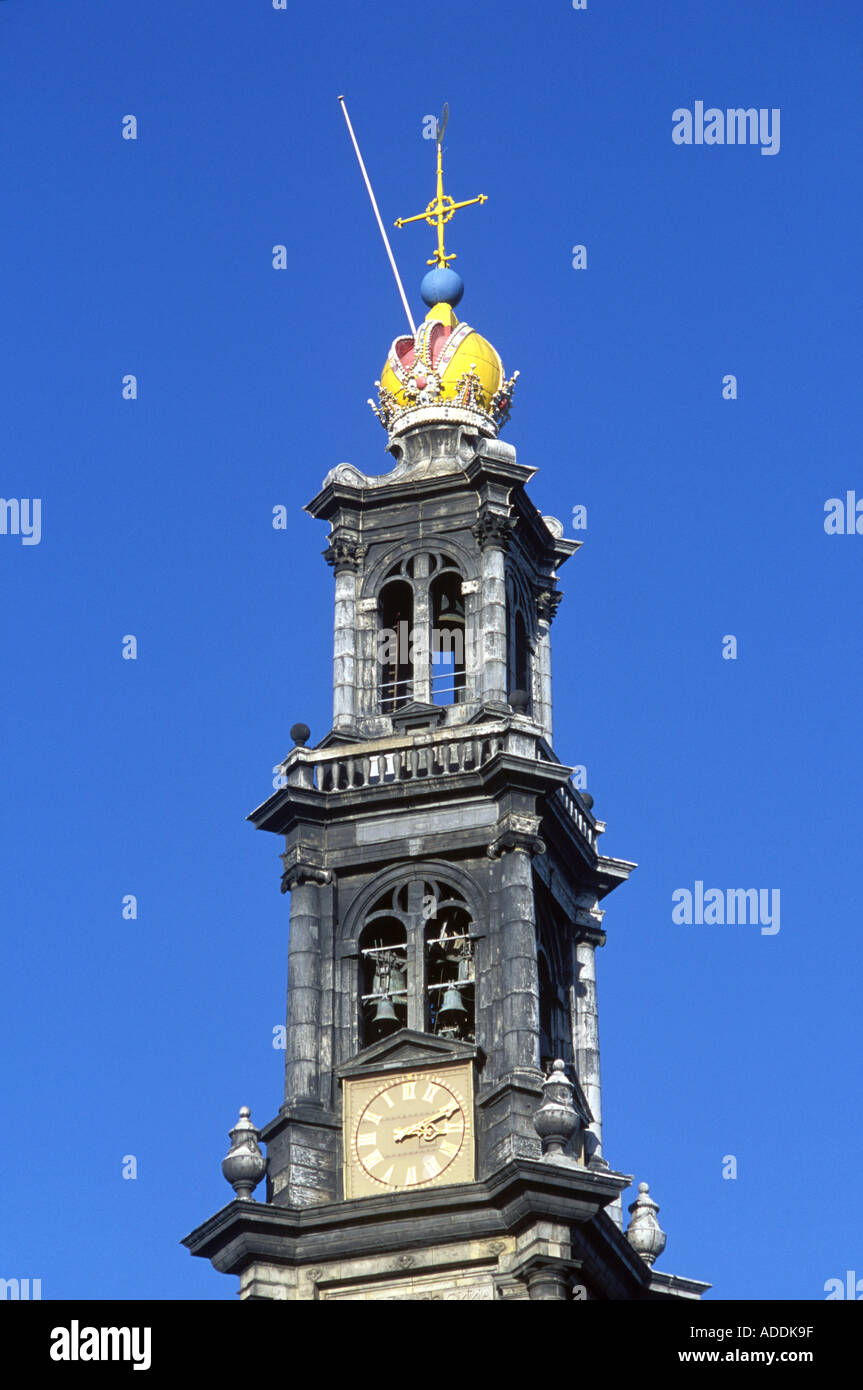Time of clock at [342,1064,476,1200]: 3:11
